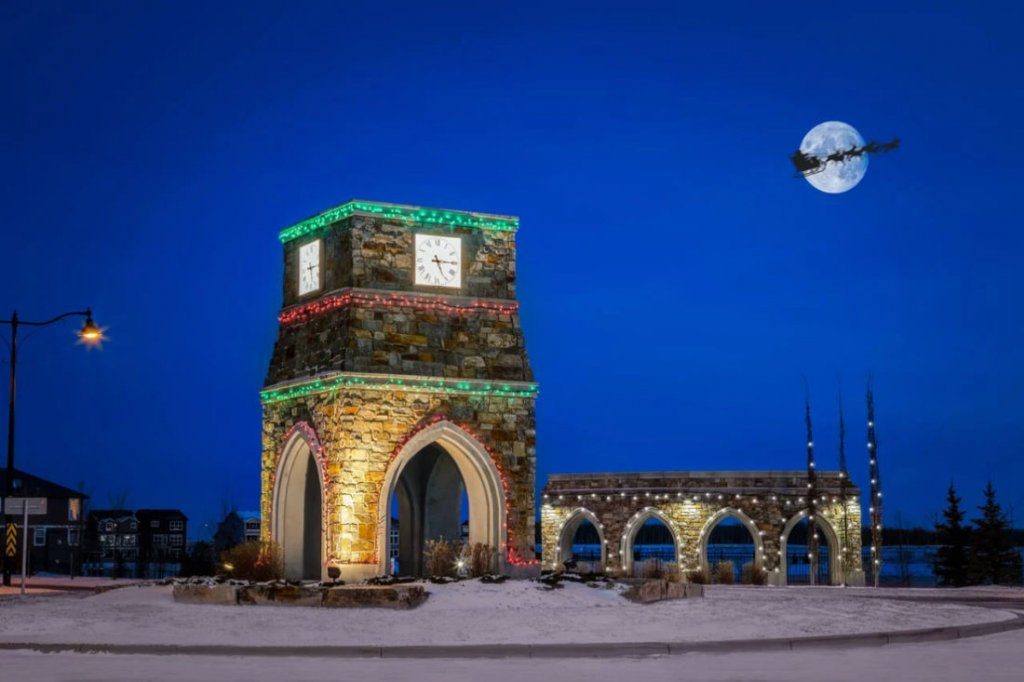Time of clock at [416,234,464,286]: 5:14
